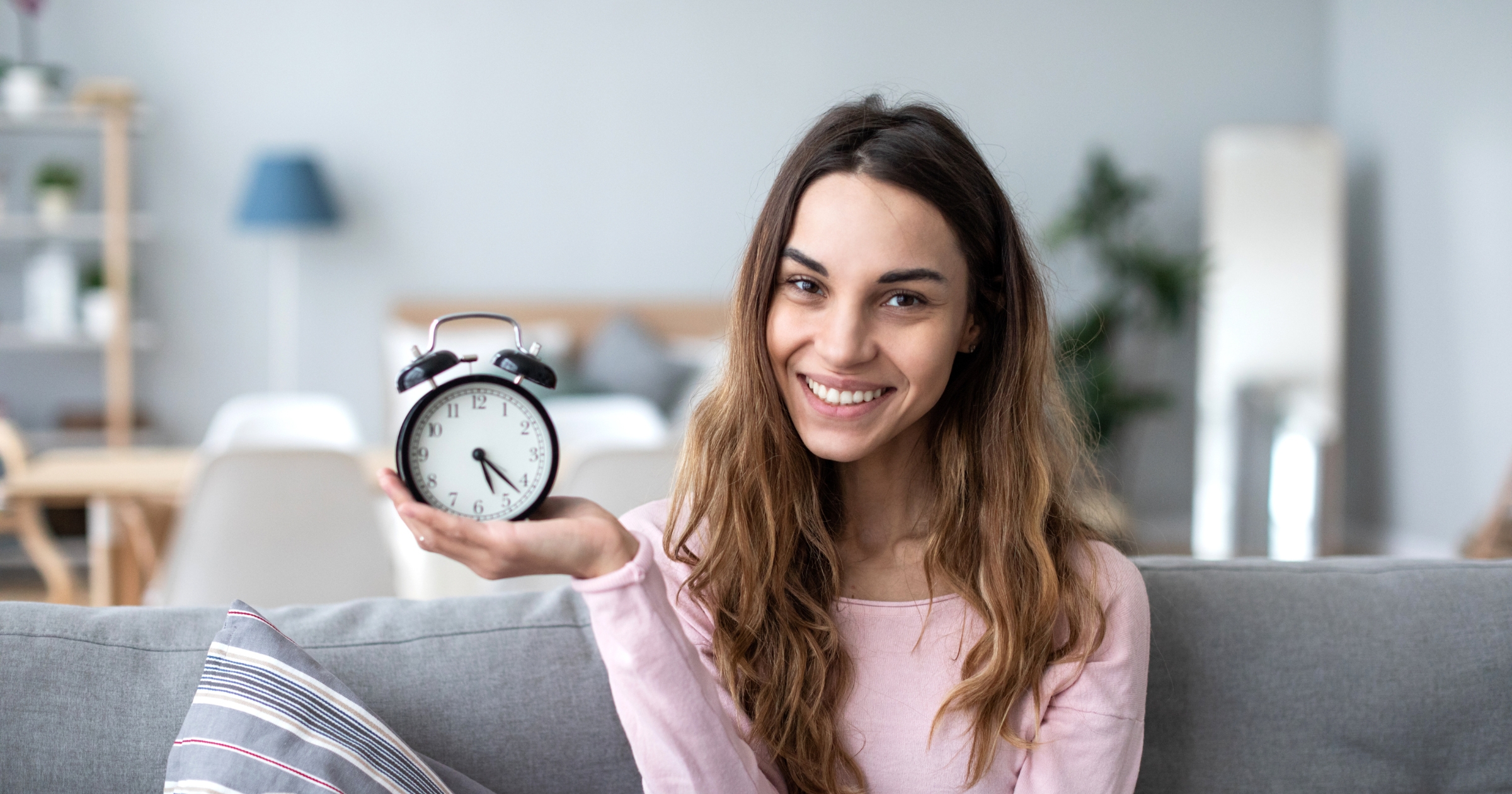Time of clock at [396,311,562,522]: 5:22
